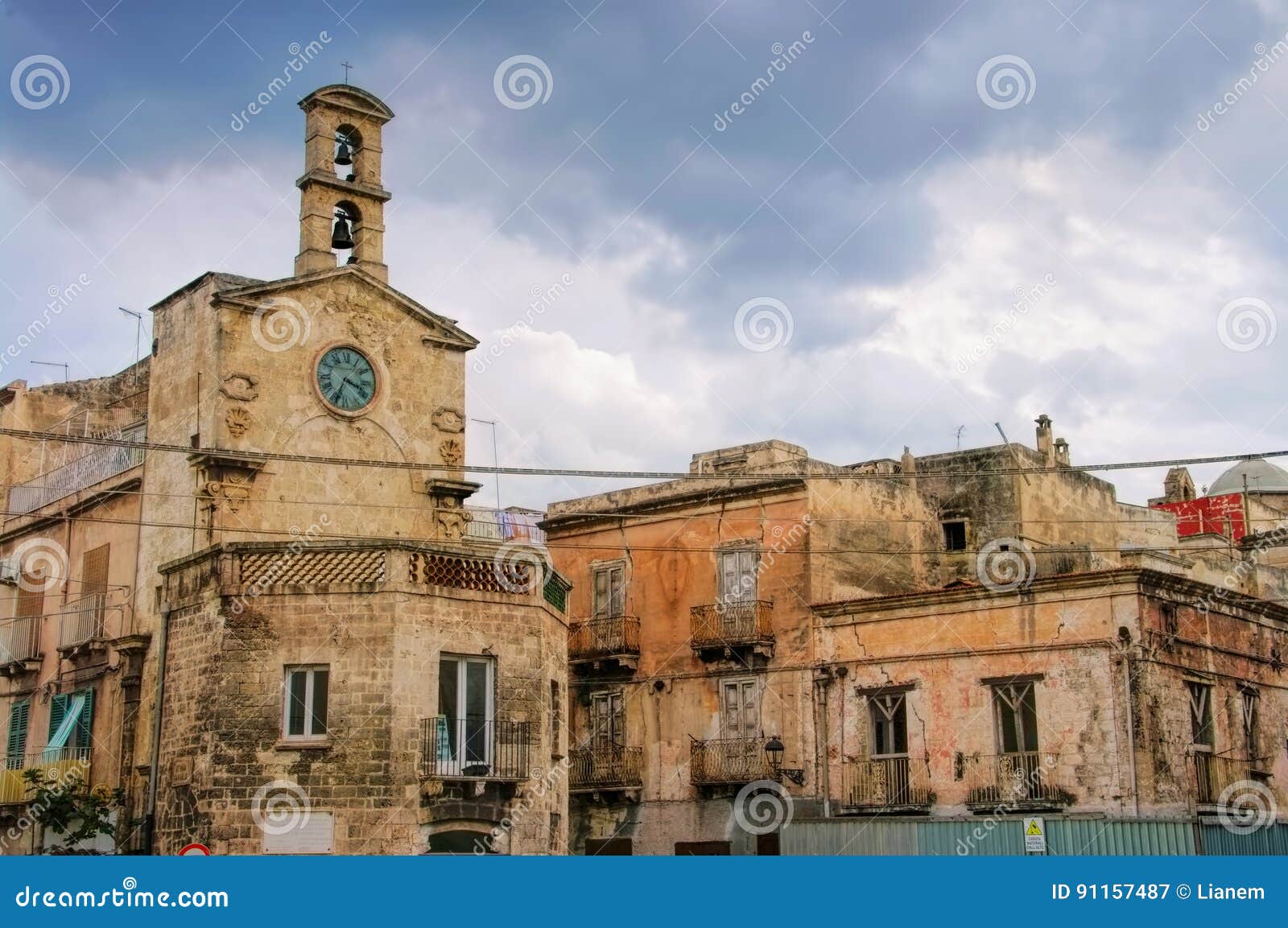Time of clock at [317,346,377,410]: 3:34
